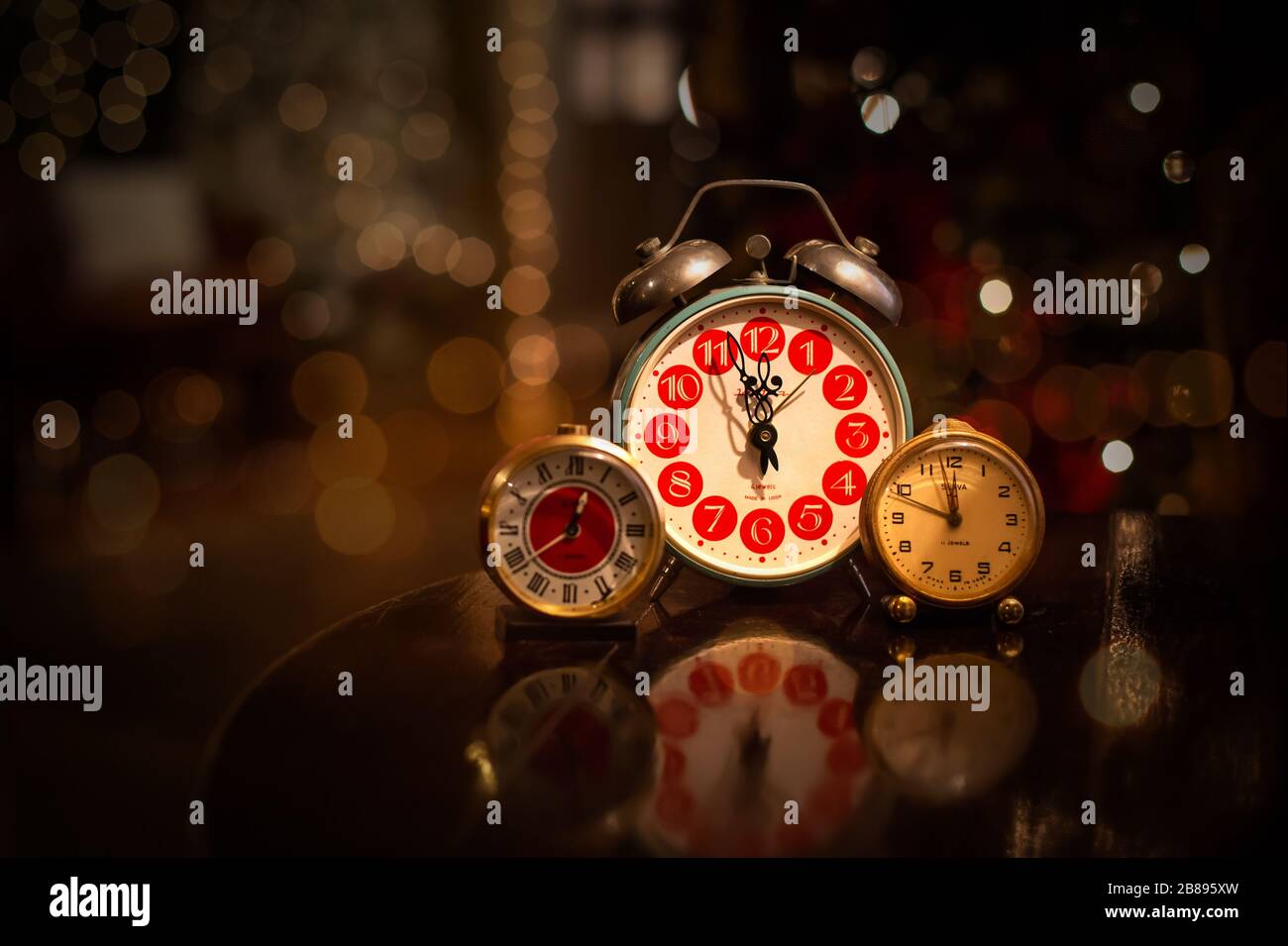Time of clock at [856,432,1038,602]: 11:48
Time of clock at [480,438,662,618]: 12:39
